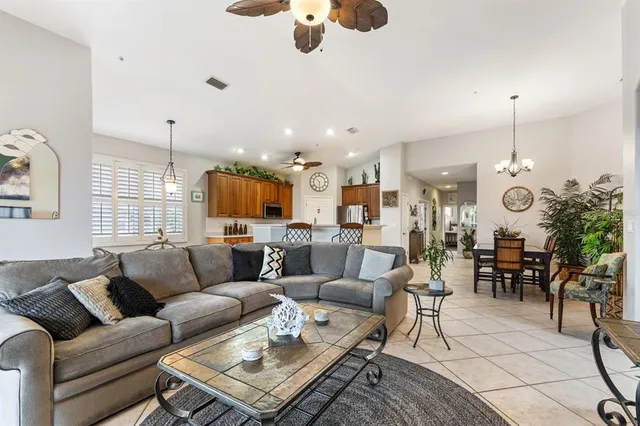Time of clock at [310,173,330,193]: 10:30
